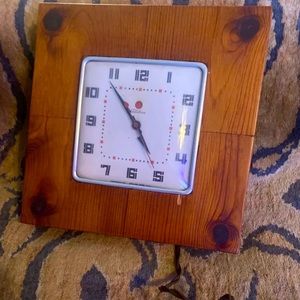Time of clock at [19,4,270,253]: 4:53
